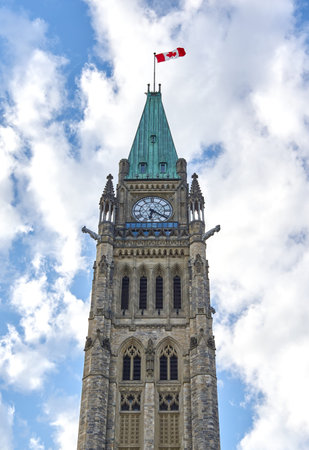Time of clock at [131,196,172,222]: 6:20
